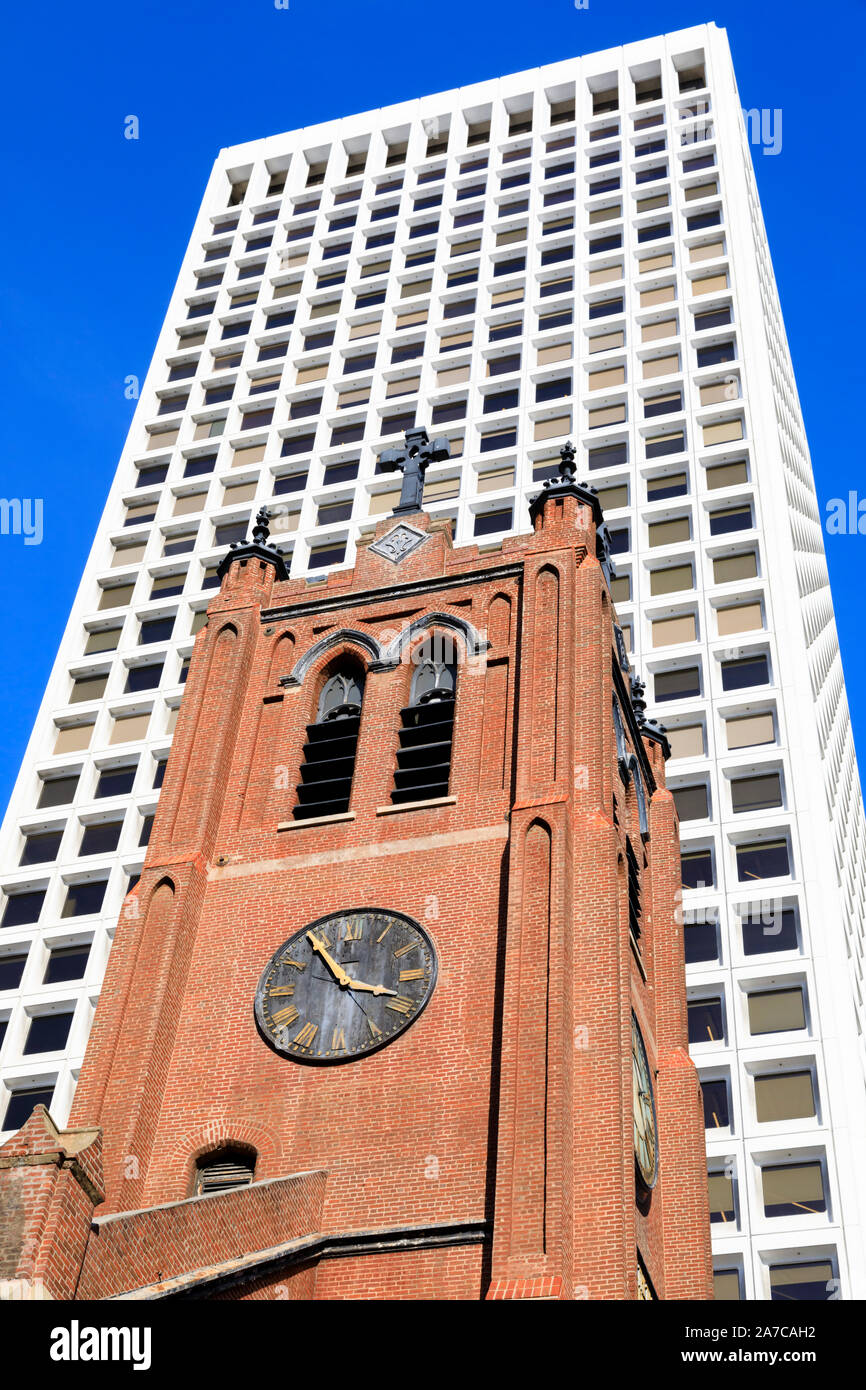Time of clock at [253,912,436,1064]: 3:54
